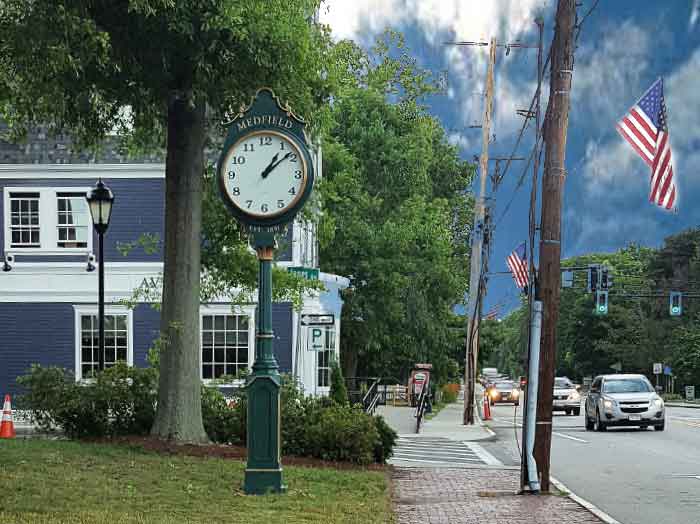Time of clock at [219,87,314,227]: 1:08
